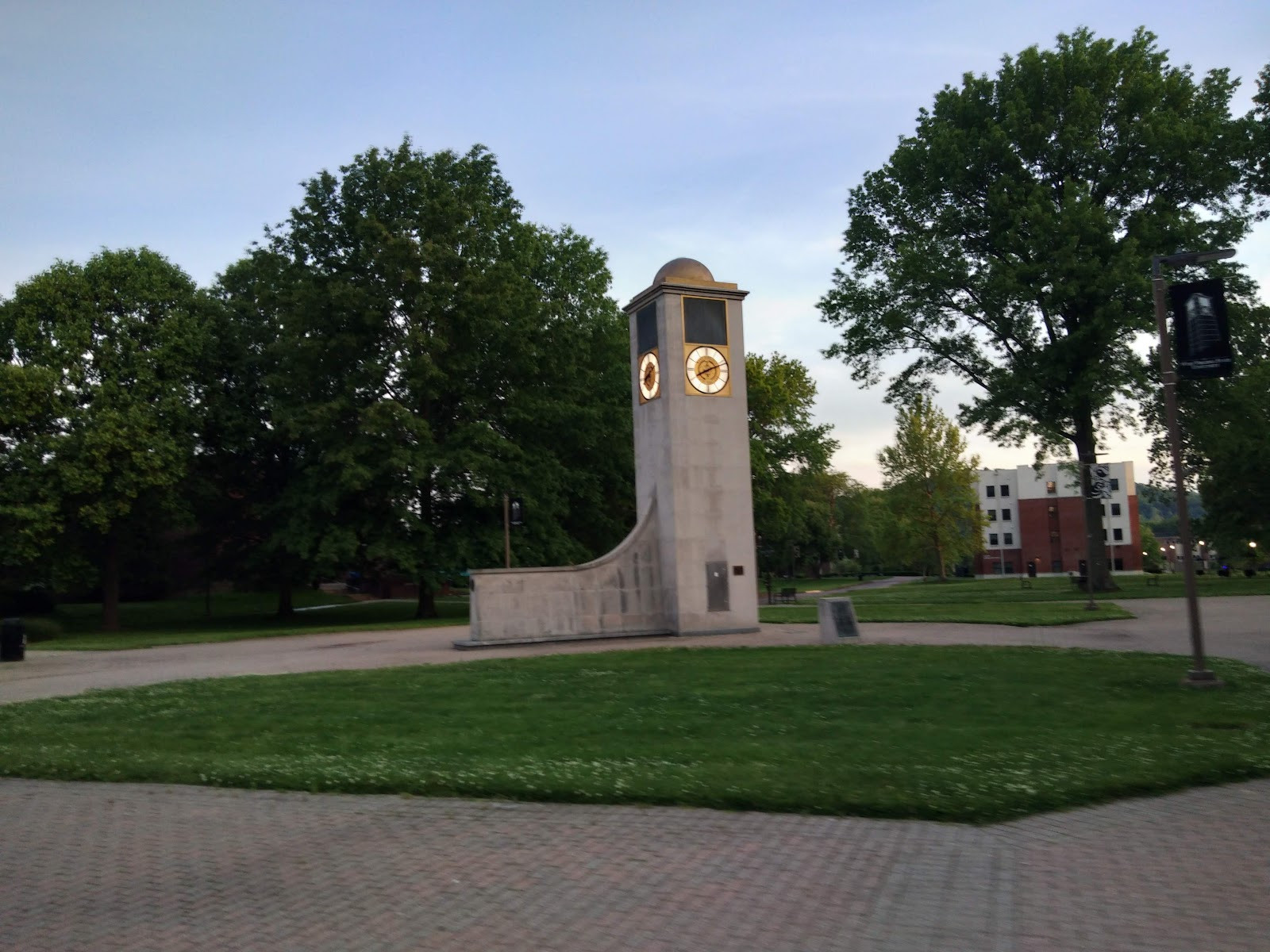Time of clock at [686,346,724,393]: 8:11
